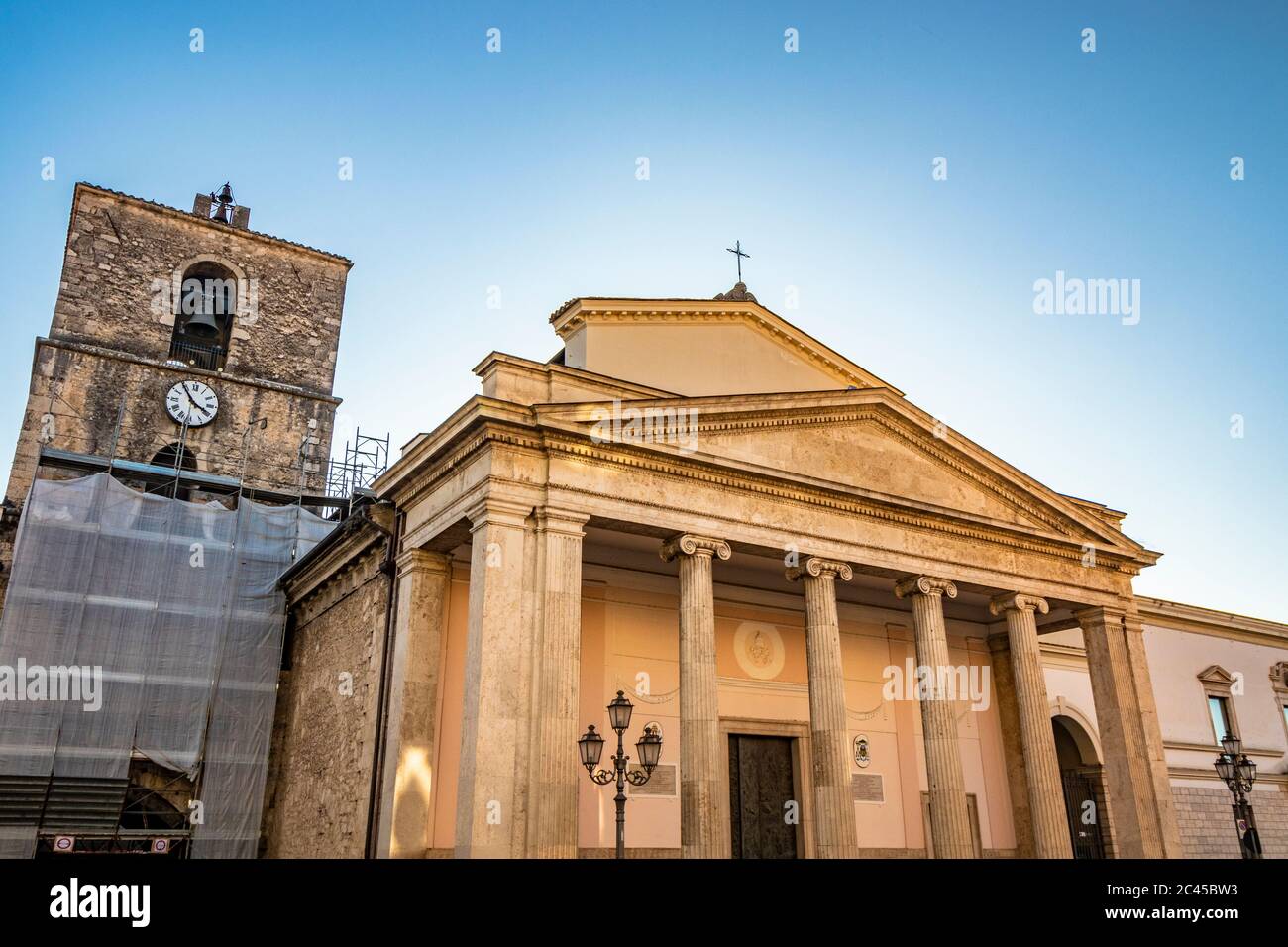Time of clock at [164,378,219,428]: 3:54
